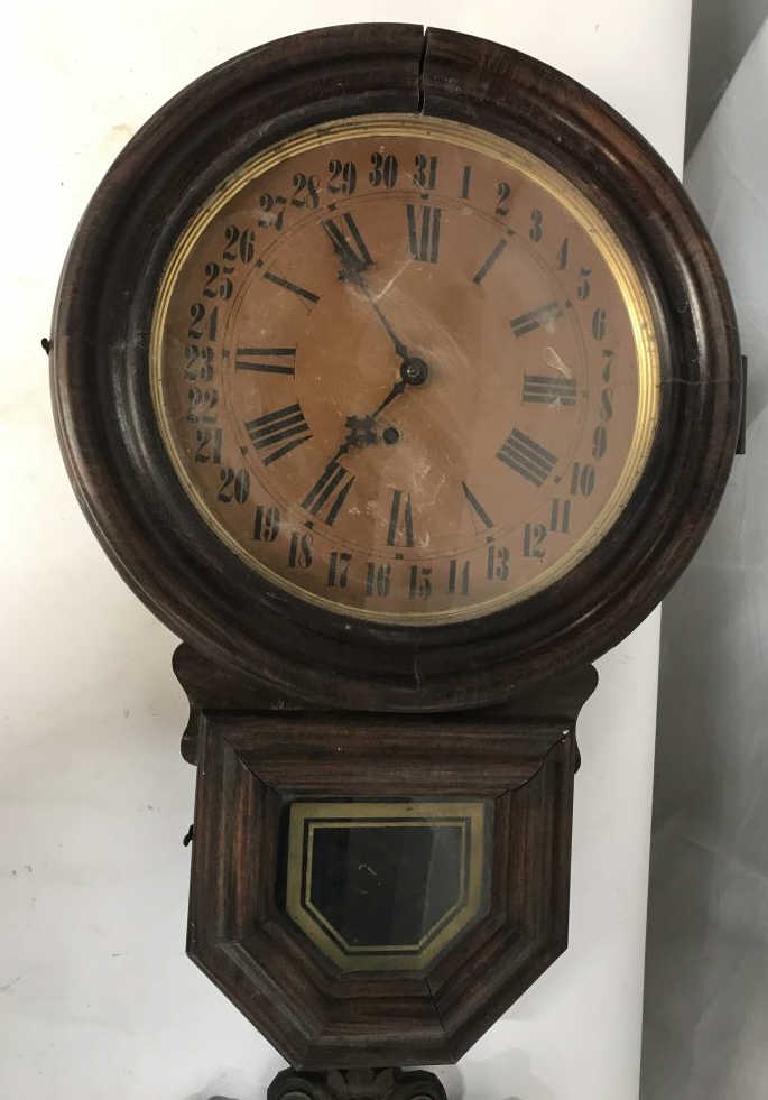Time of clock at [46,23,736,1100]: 10:36
